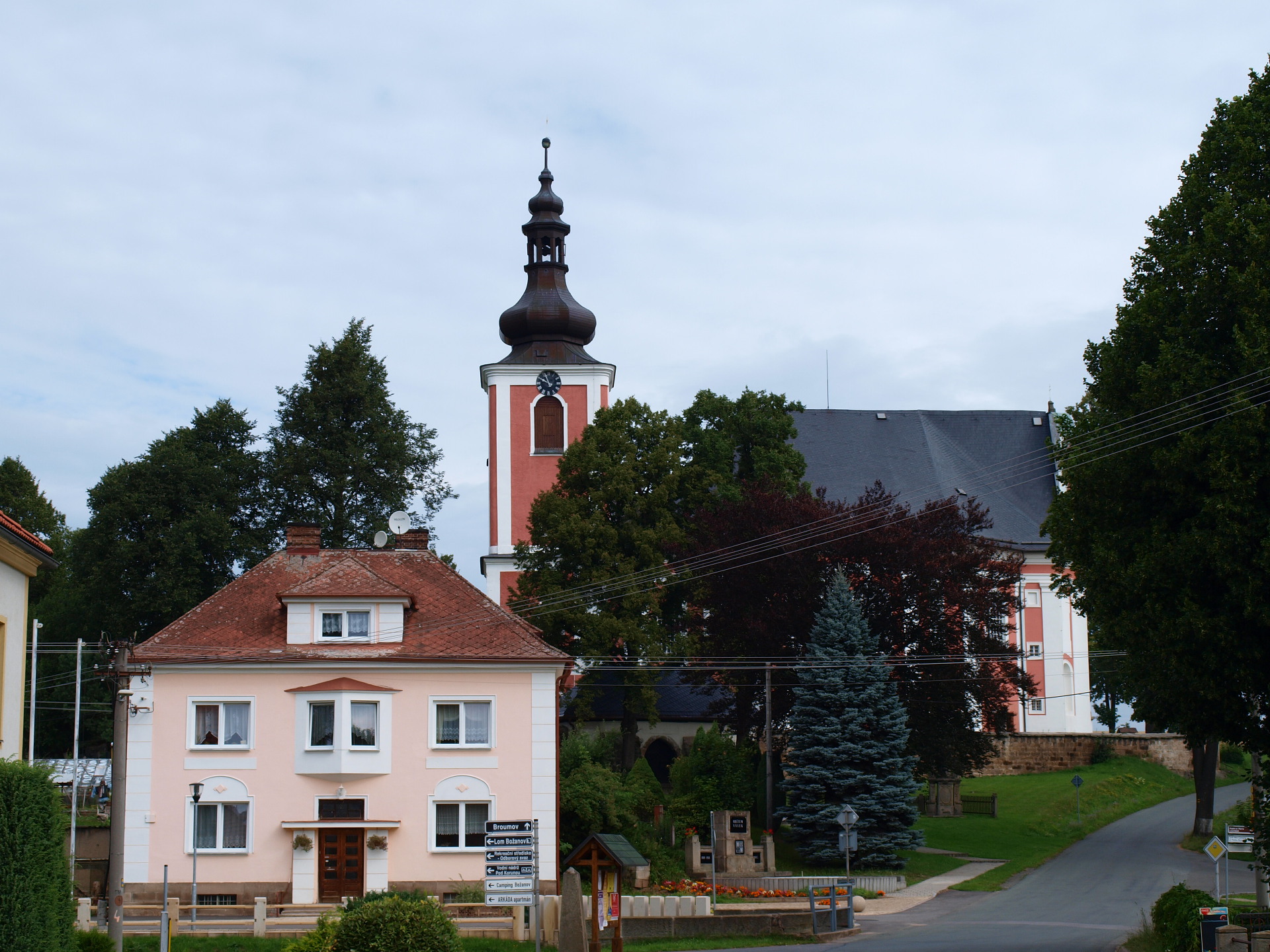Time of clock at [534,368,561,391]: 9:56
